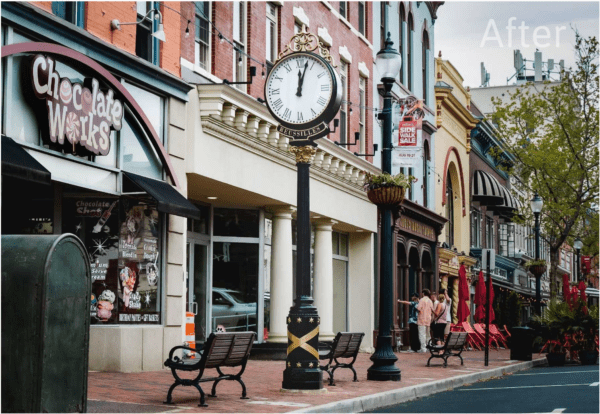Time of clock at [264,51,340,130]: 12:02
